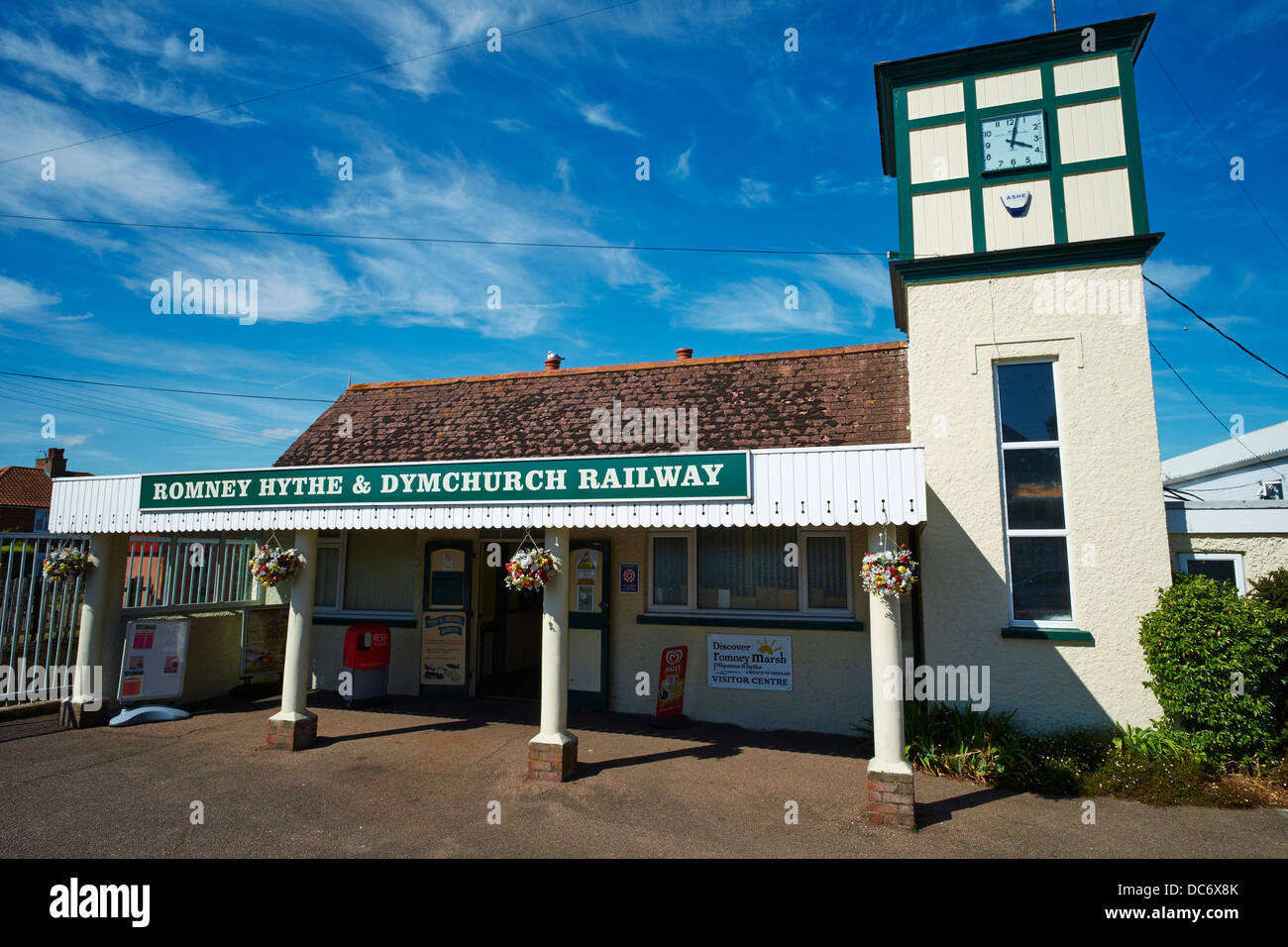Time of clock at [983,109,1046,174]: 4:02
